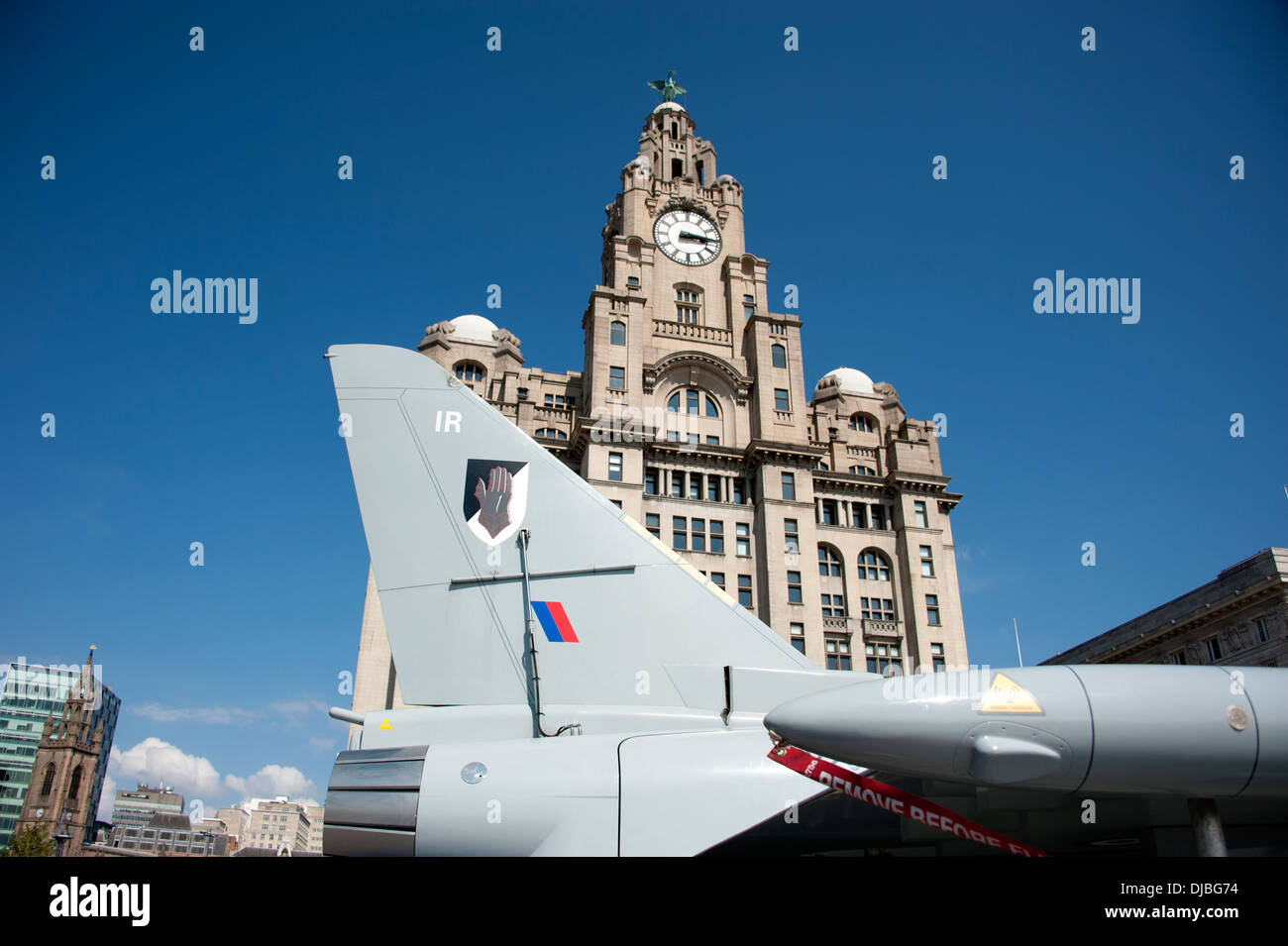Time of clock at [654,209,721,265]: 3:14
